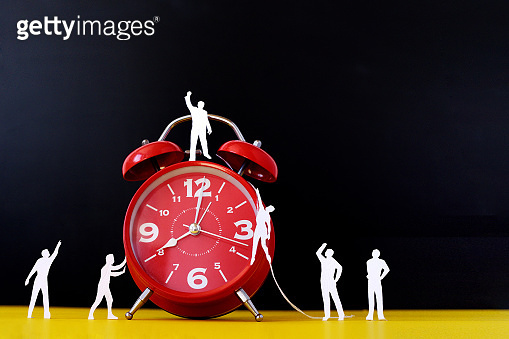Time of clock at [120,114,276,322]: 8:01
